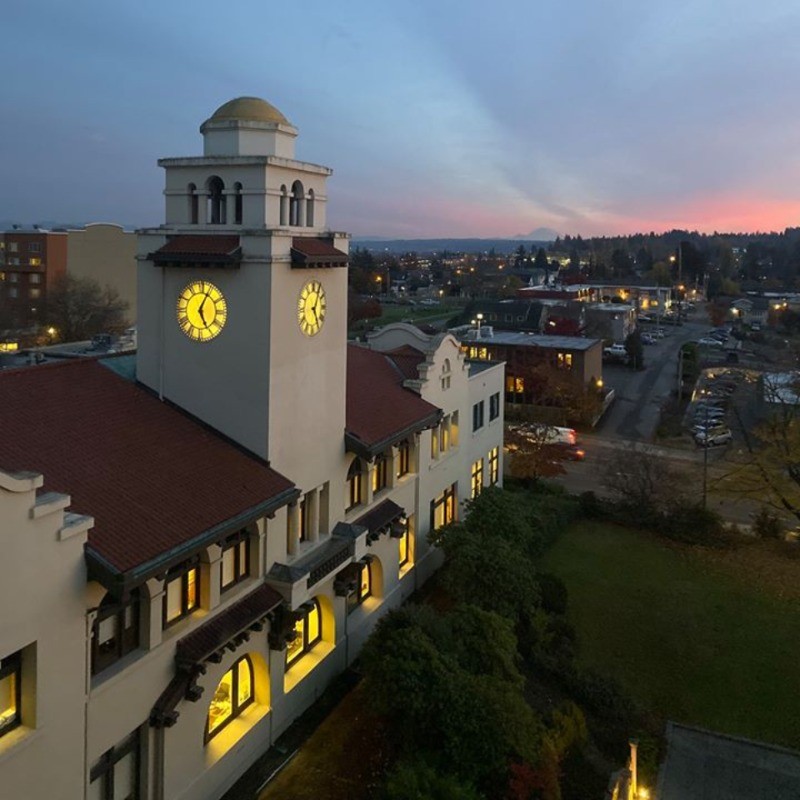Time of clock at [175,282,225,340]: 5:04
